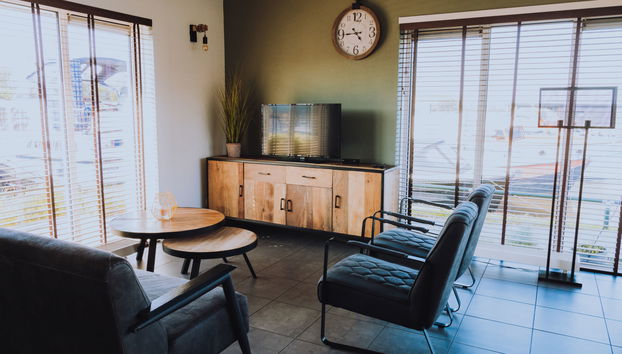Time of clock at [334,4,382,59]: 4:44
